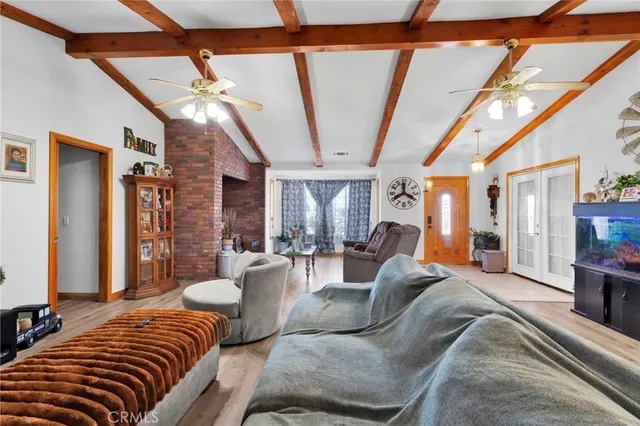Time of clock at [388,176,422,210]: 3:40
